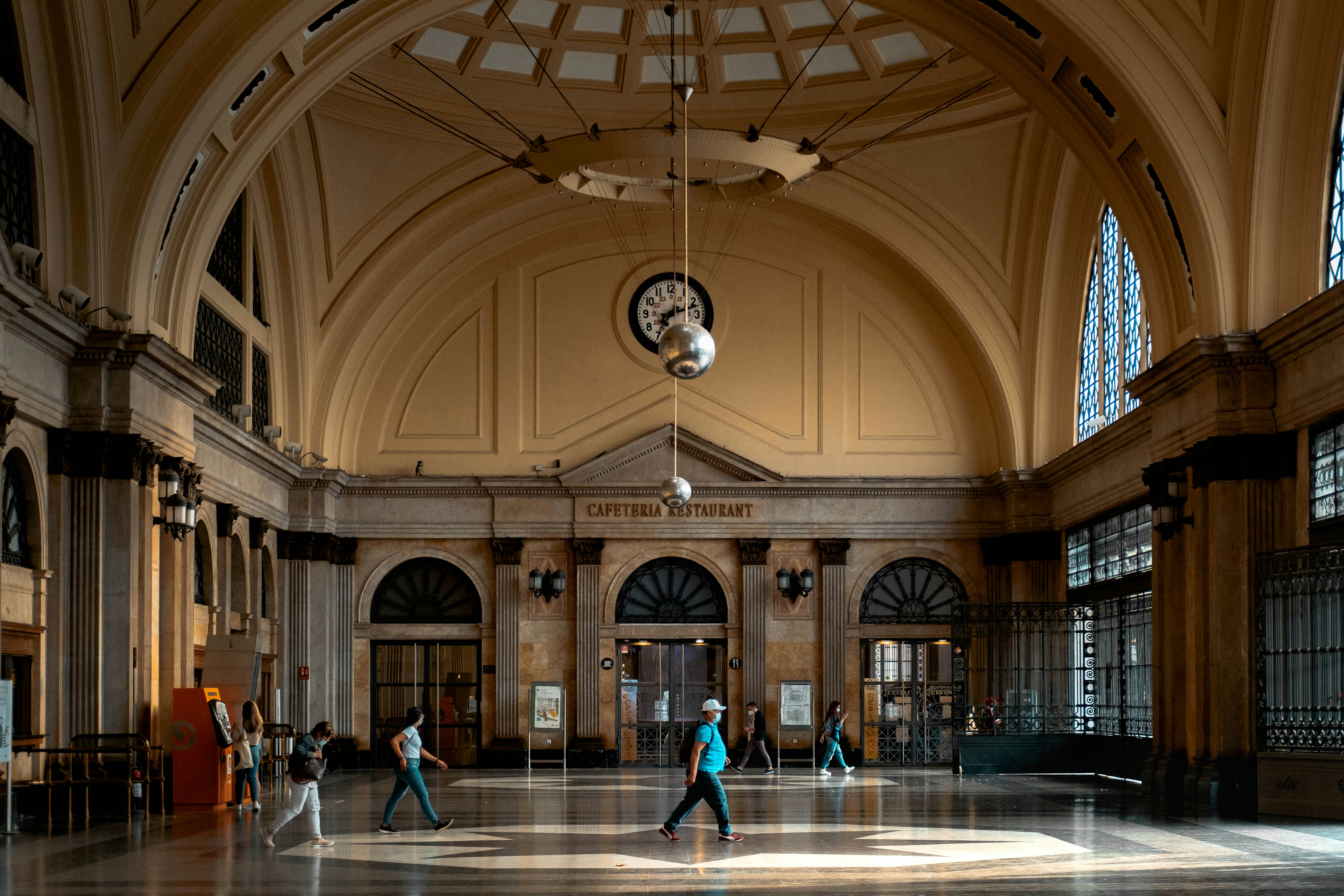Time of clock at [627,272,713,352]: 7:11
